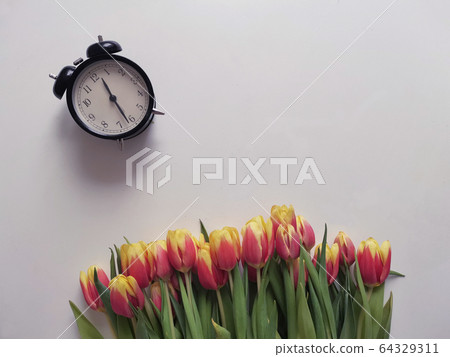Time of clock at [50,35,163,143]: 11:26
